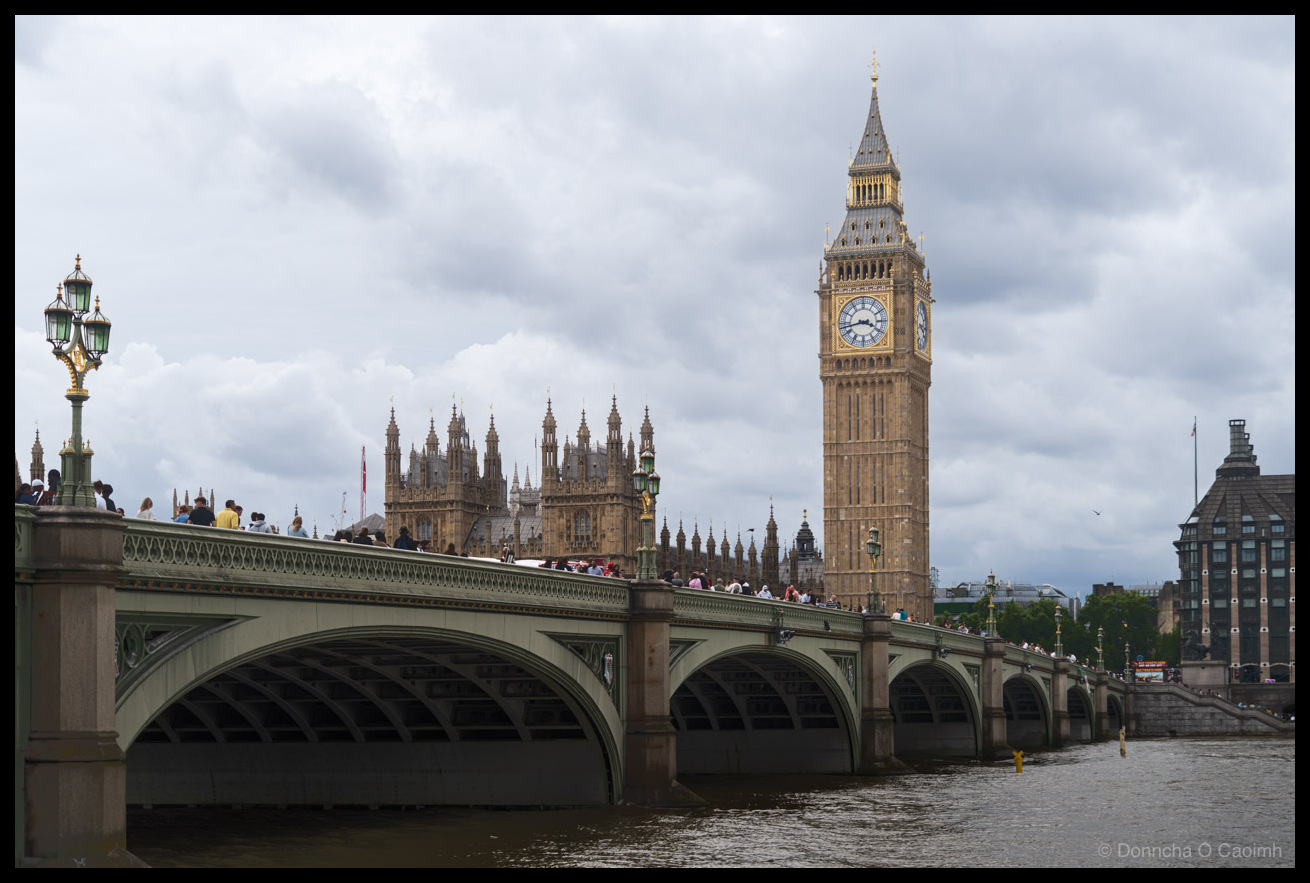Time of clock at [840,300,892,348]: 3:42
